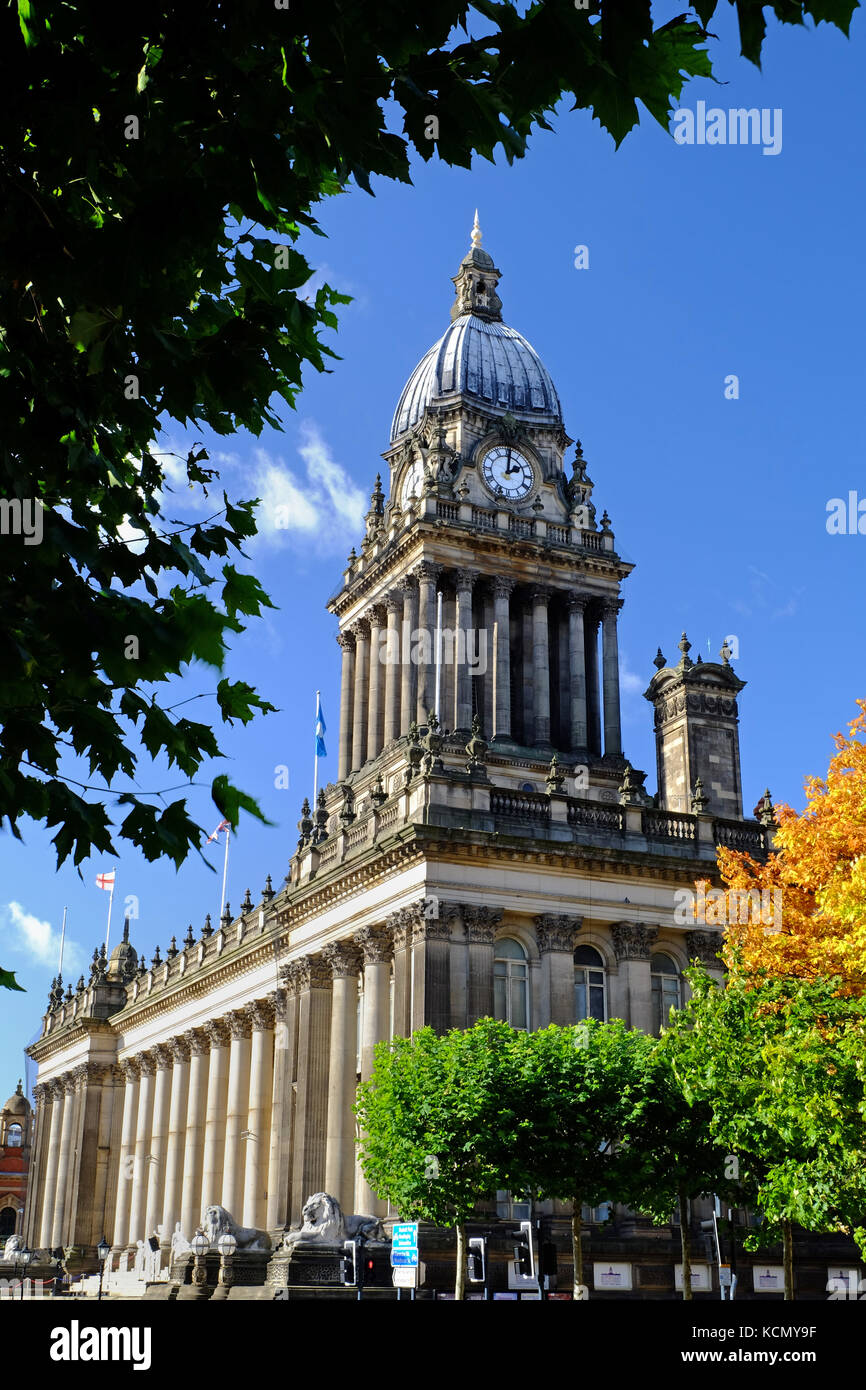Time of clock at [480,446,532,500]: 2:01
